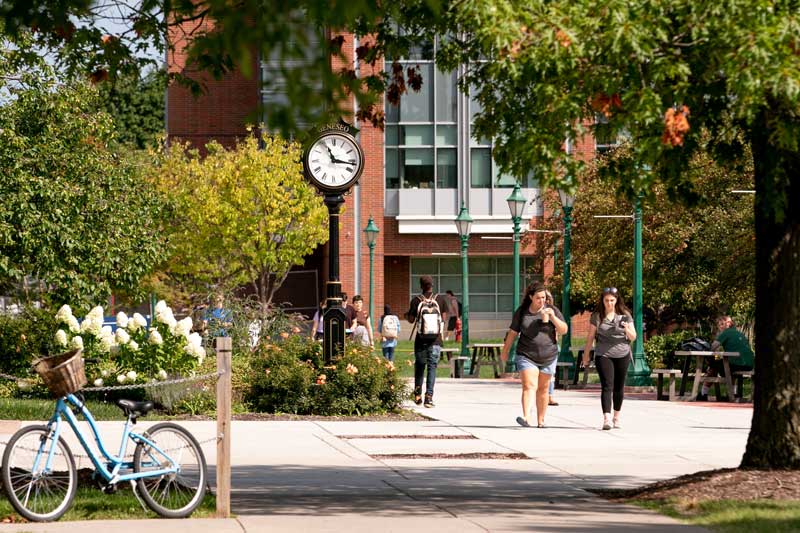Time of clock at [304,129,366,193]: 11:16
